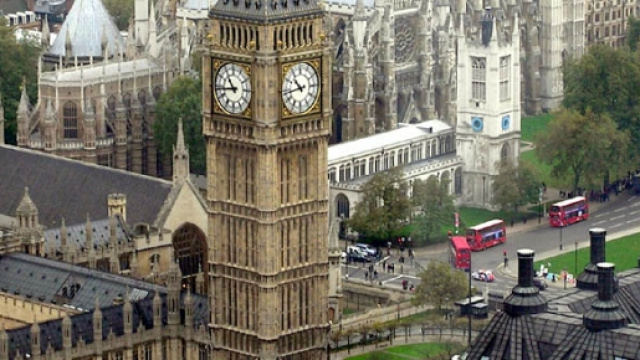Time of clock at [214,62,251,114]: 10:43
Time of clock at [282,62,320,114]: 10:43
